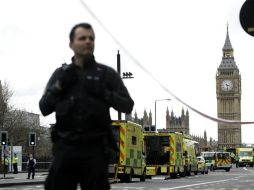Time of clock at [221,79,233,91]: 3:28
